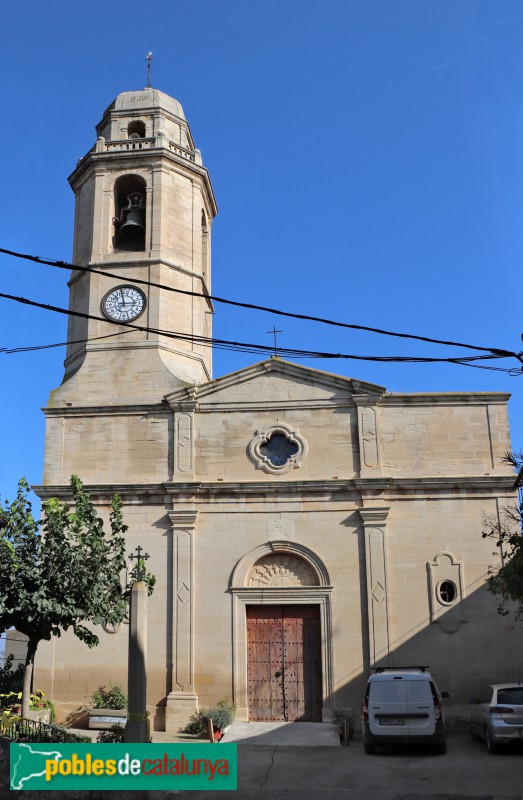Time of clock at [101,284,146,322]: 2:58
